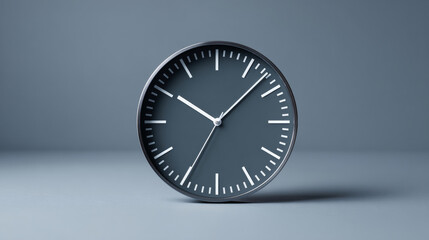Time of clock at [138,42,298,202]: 10:07
